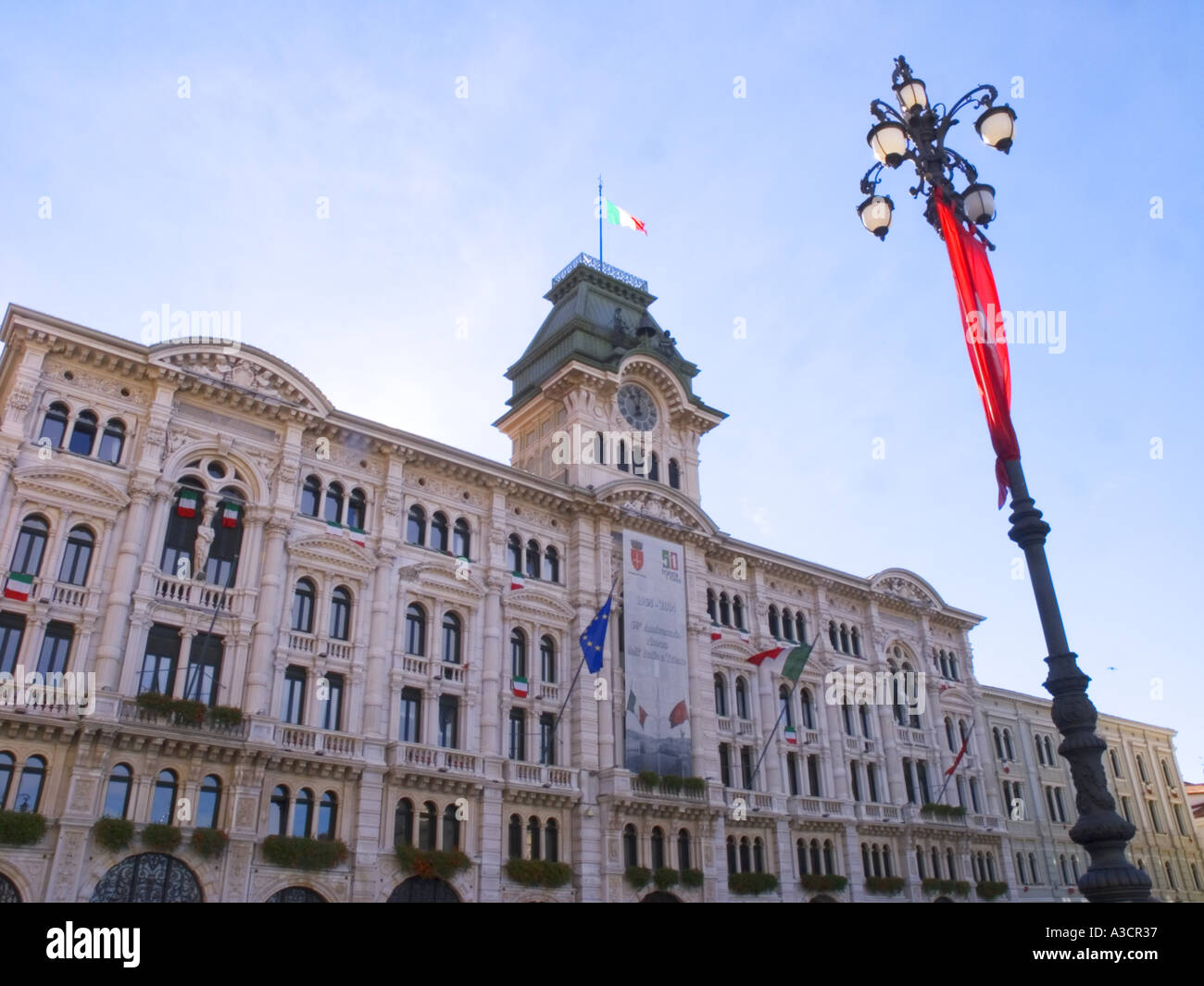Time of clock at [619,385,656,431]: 11:02
